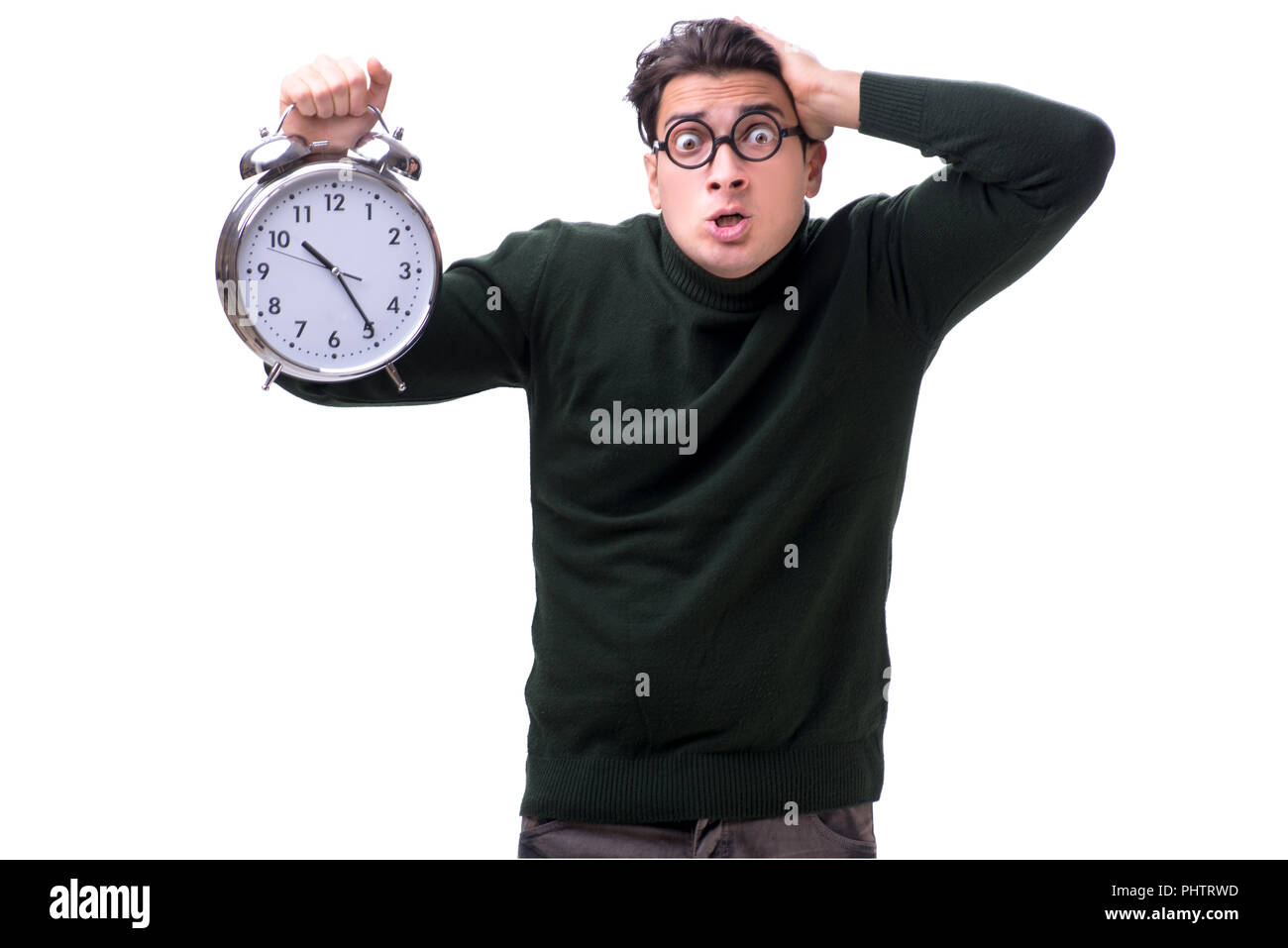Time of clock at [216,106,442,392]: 10:24
